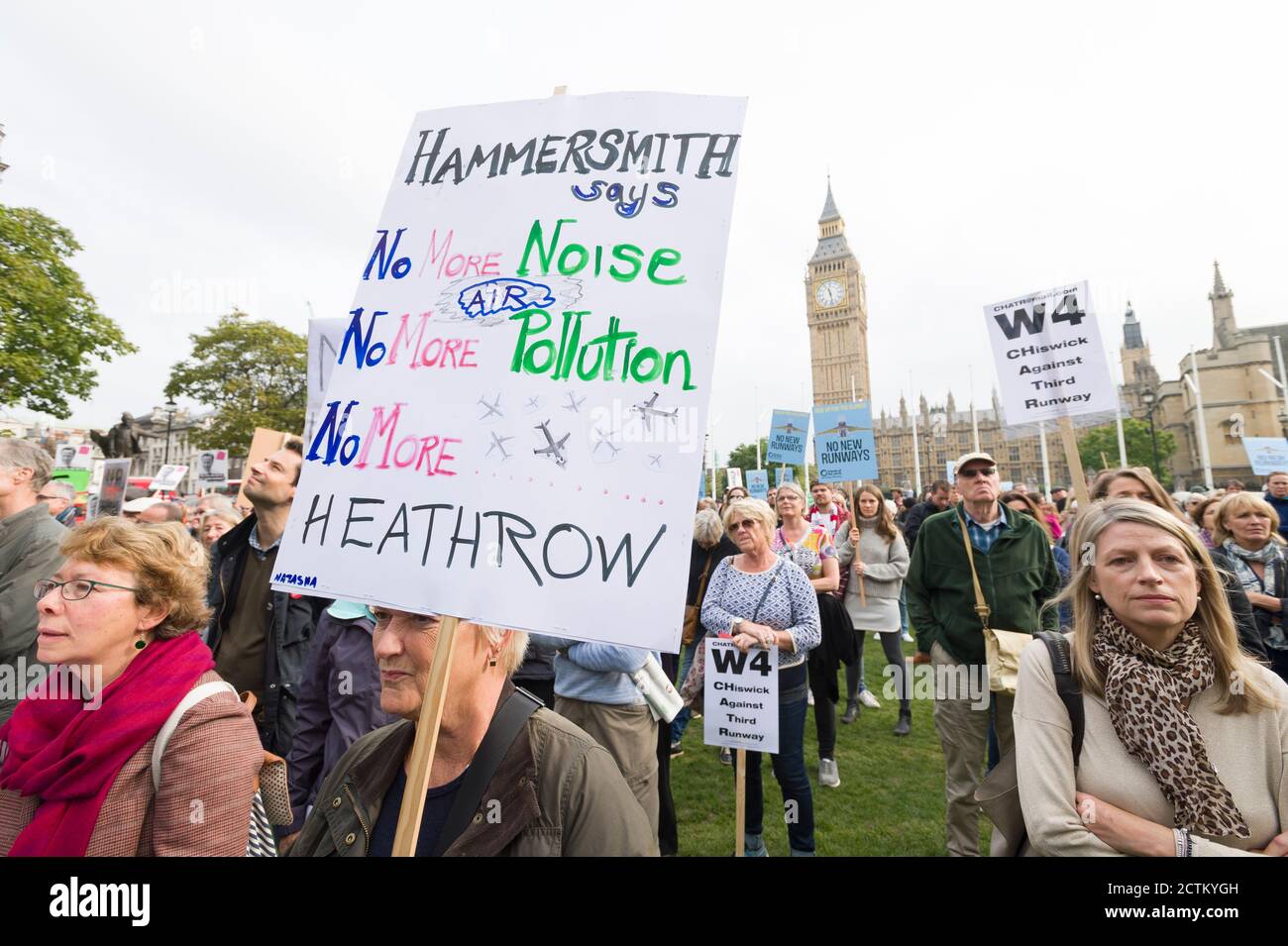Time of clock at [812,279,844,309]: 11:28
